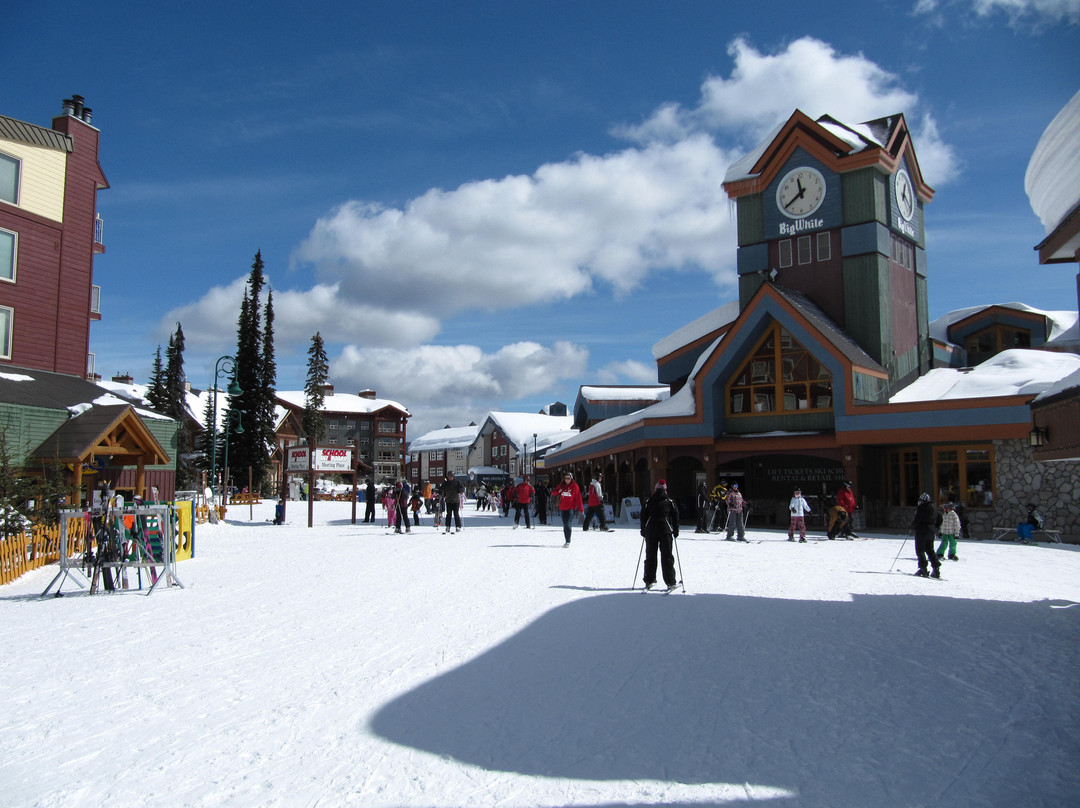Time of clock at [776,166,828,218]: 11:39
